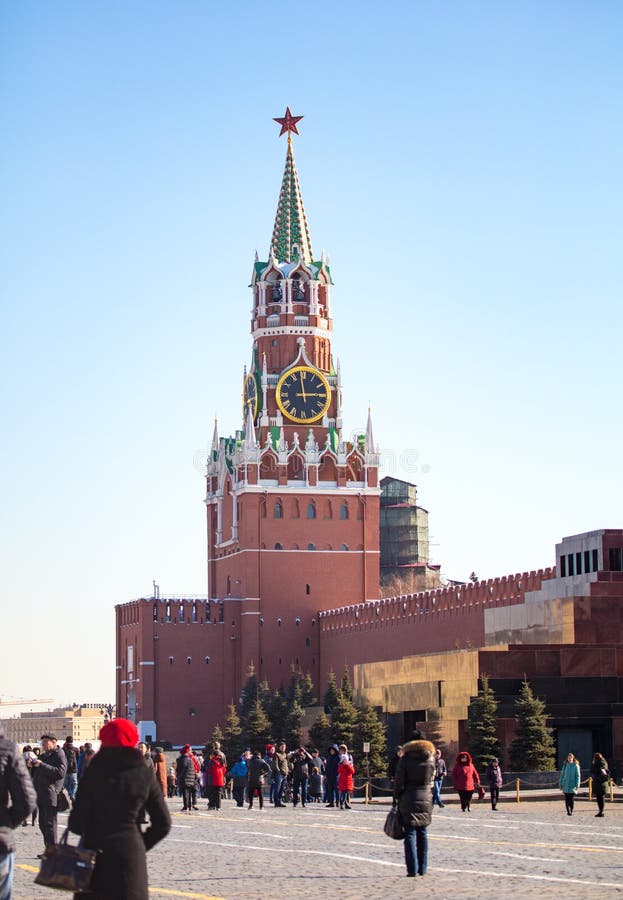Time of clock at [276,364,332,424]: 2:58
